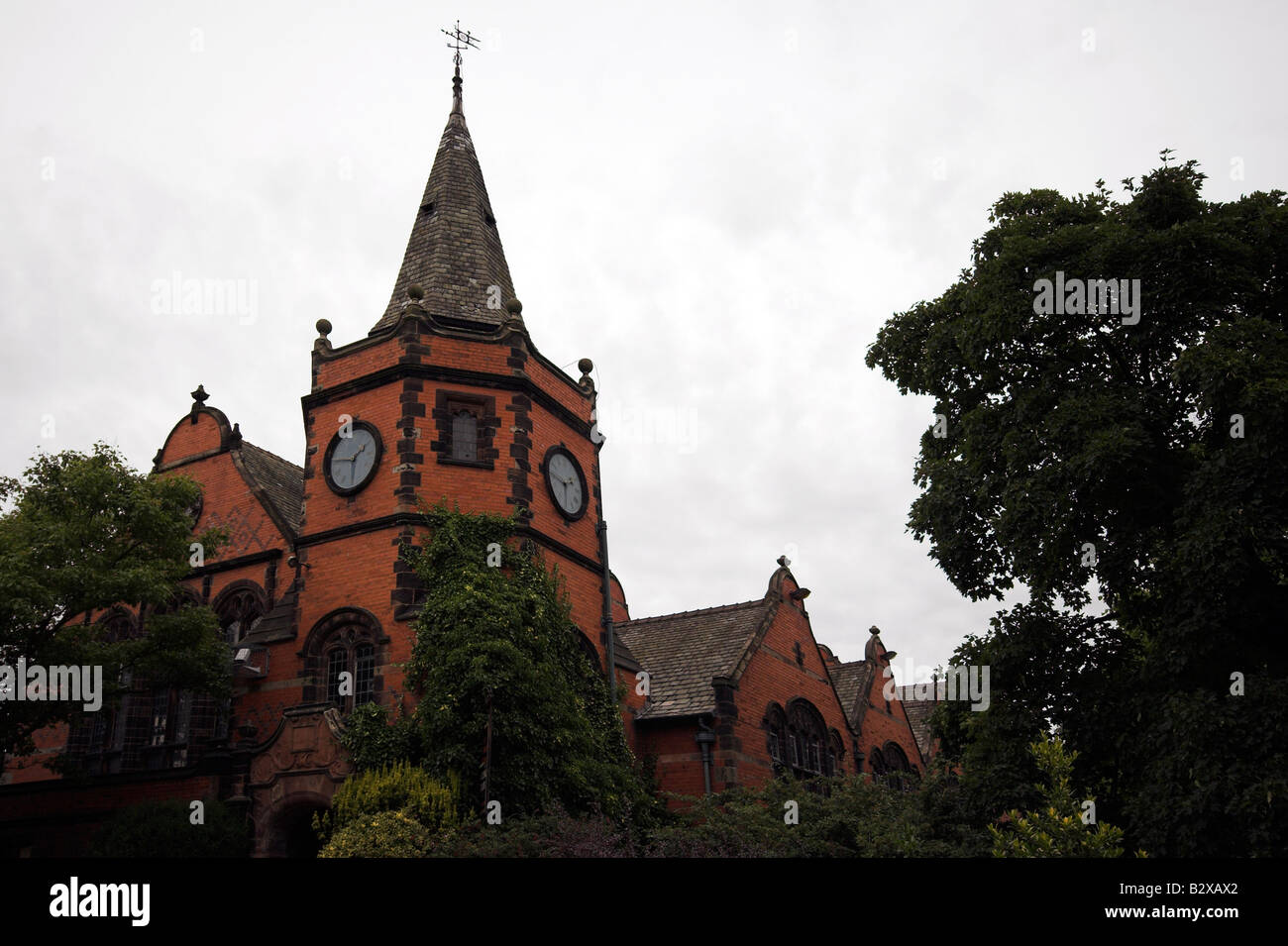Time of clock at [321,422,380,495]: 1:46
